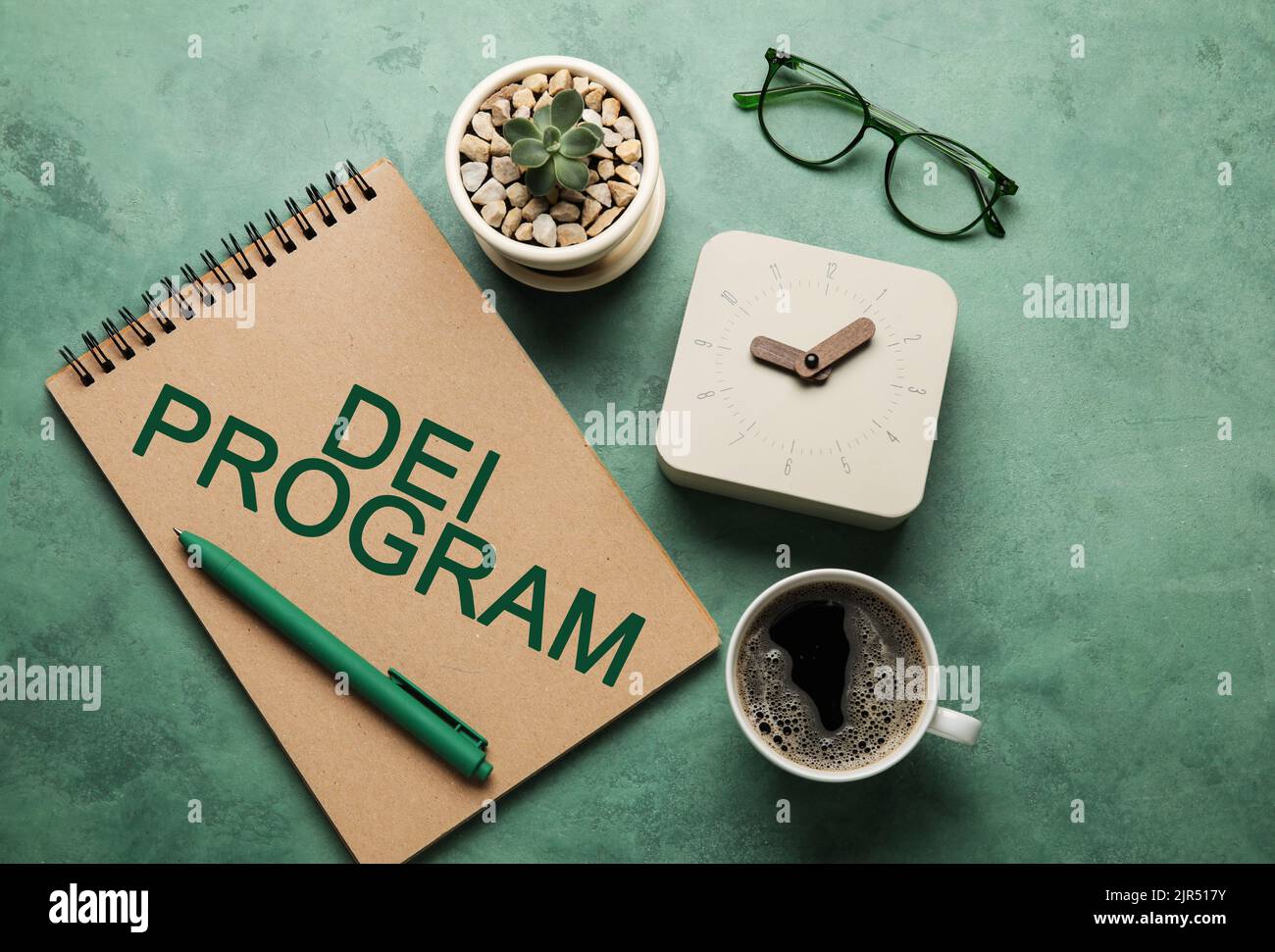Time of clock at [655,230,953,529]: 9:08
